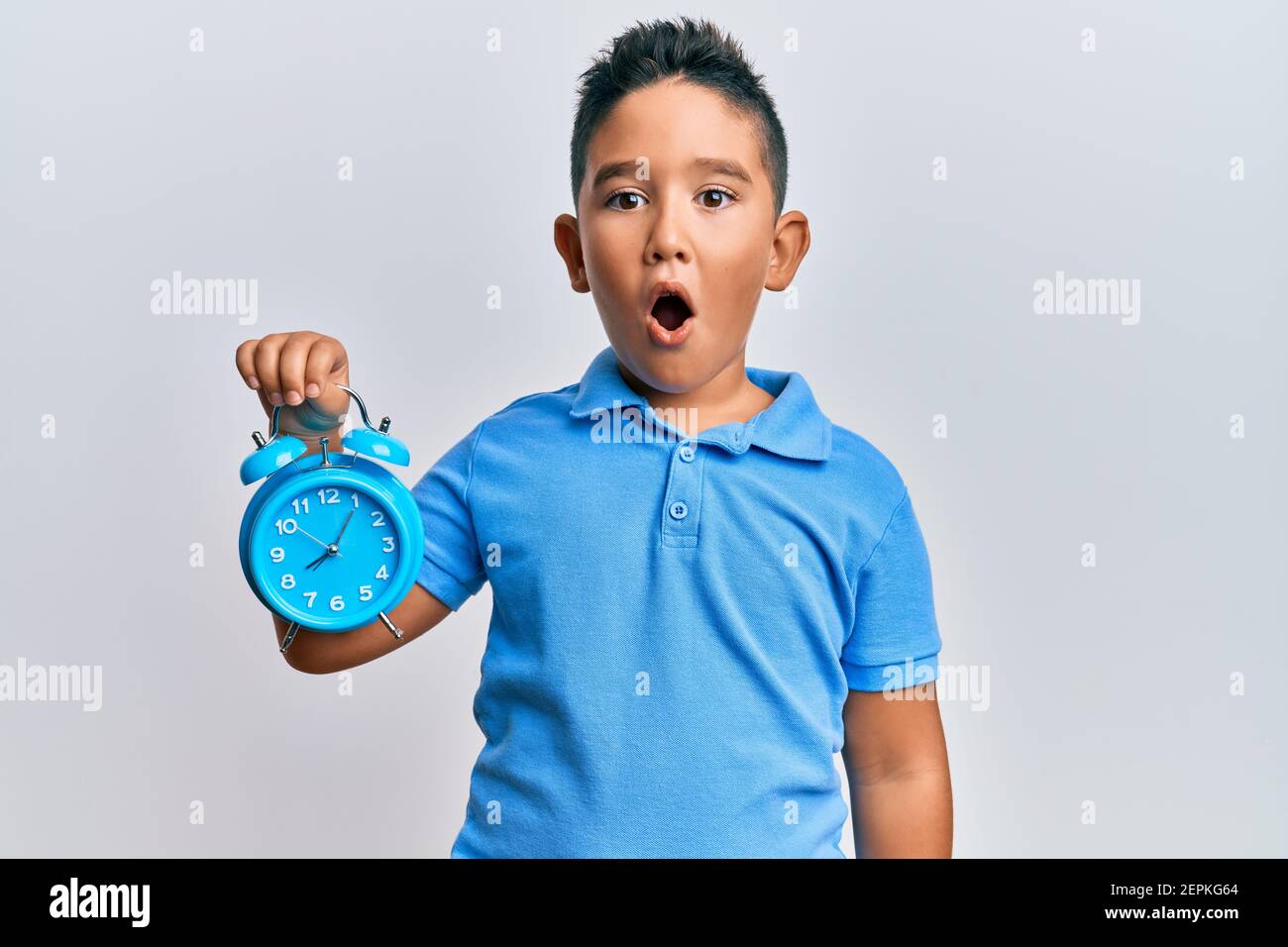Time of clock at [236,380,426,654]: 8:05
